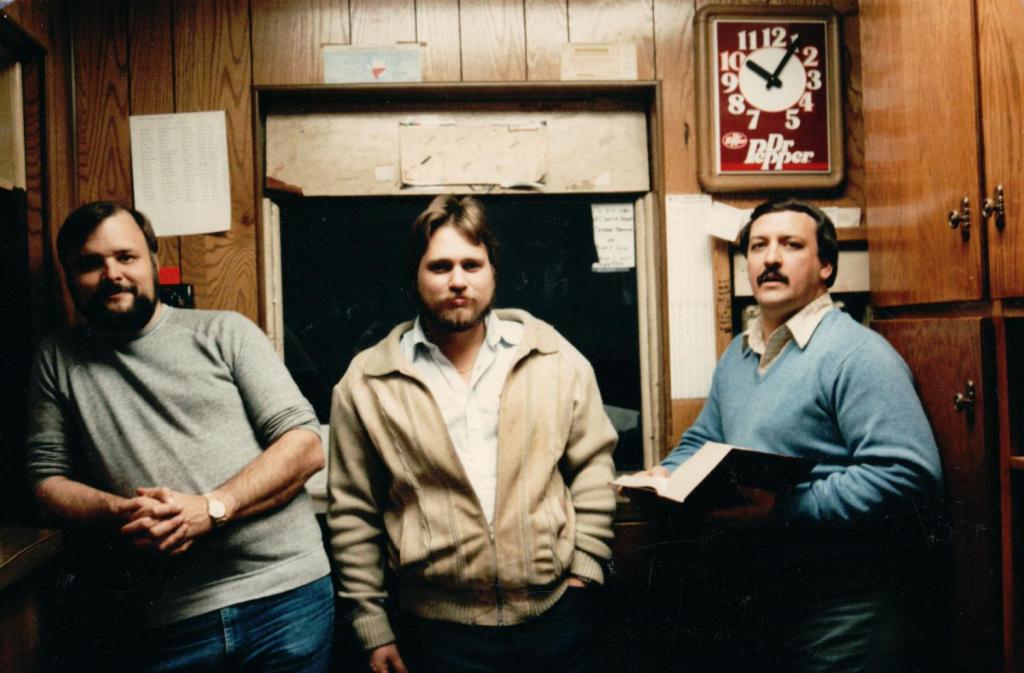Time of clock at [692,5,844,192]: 10:06
